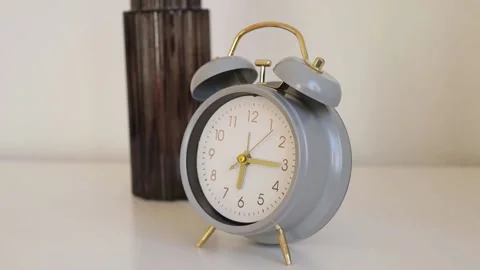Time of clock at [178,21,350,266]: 6:15
